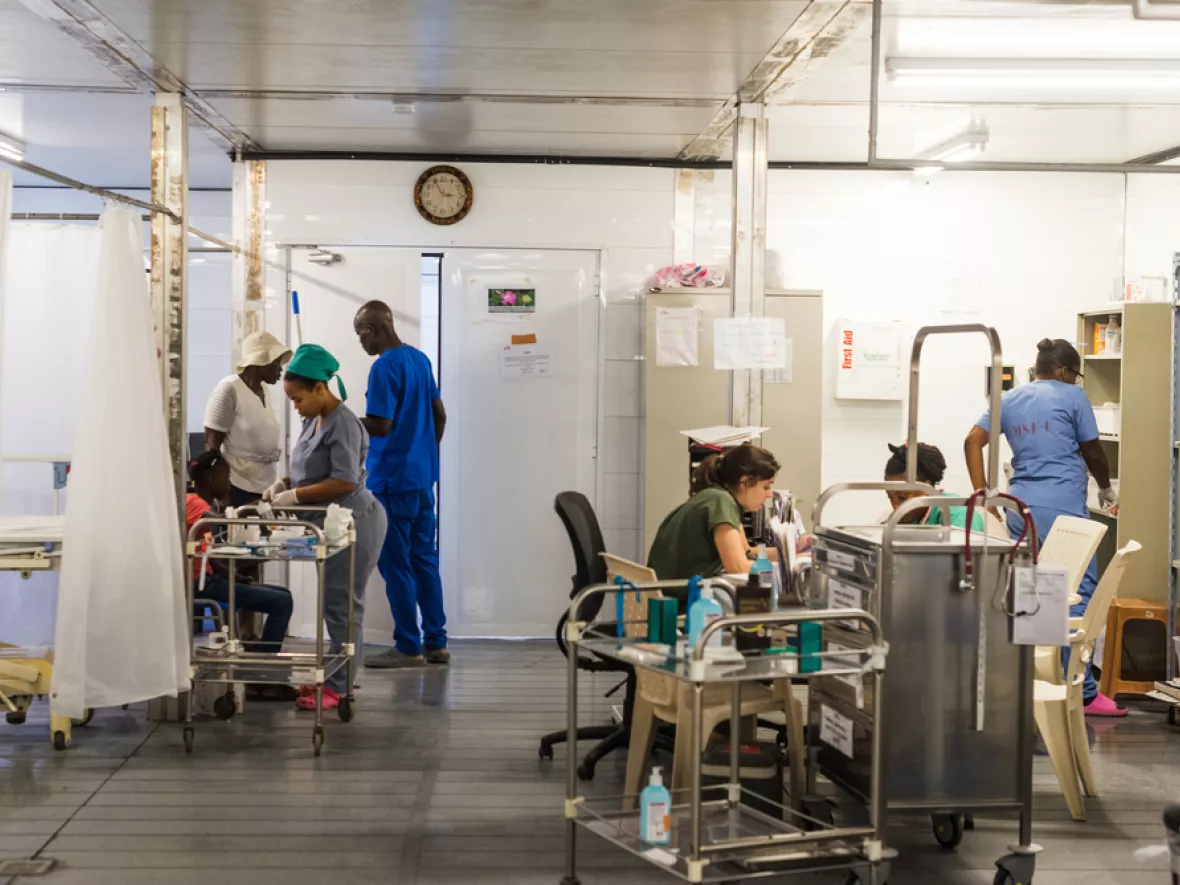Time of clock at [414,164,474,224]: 2:54
